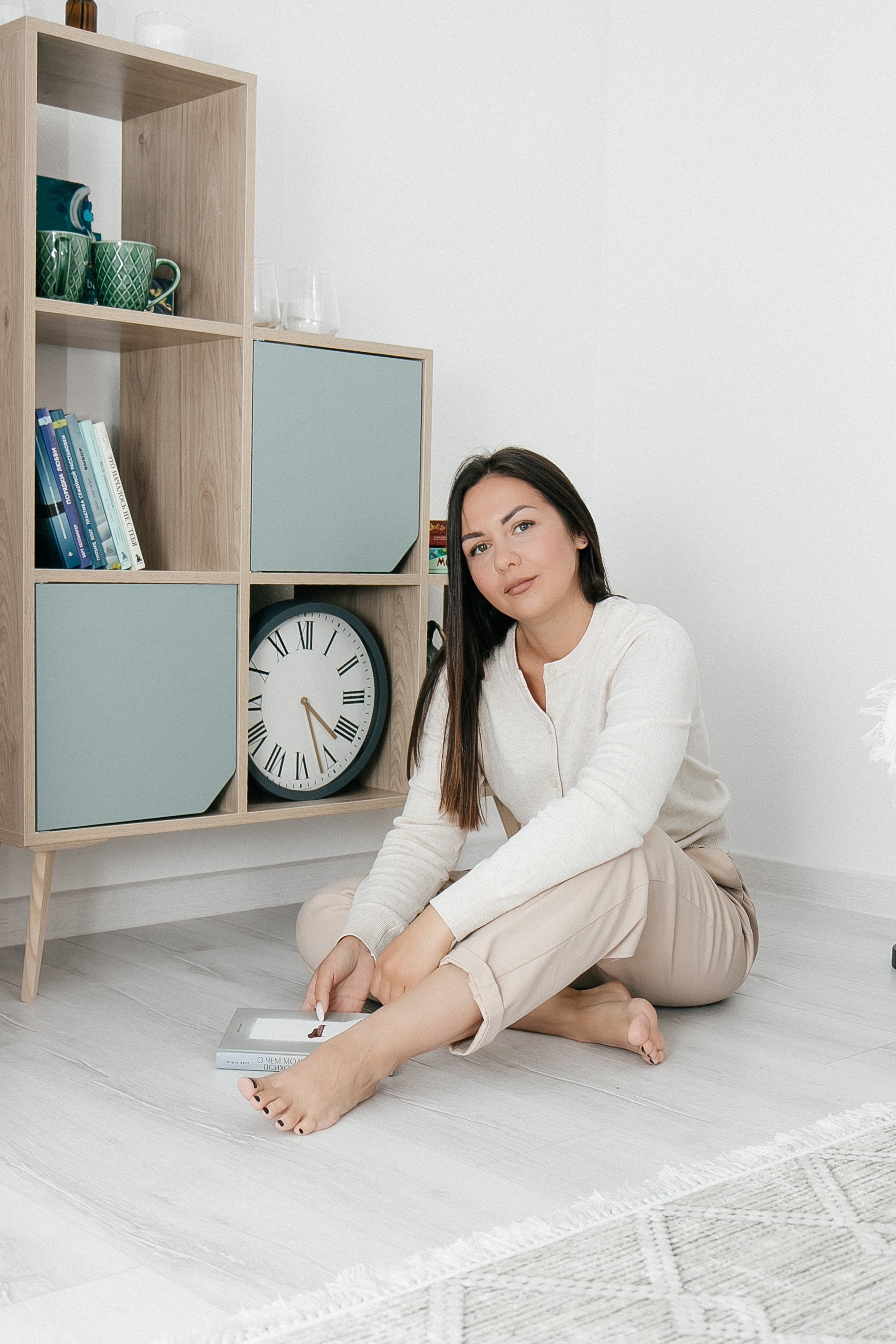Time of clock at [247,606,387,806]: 4:26
